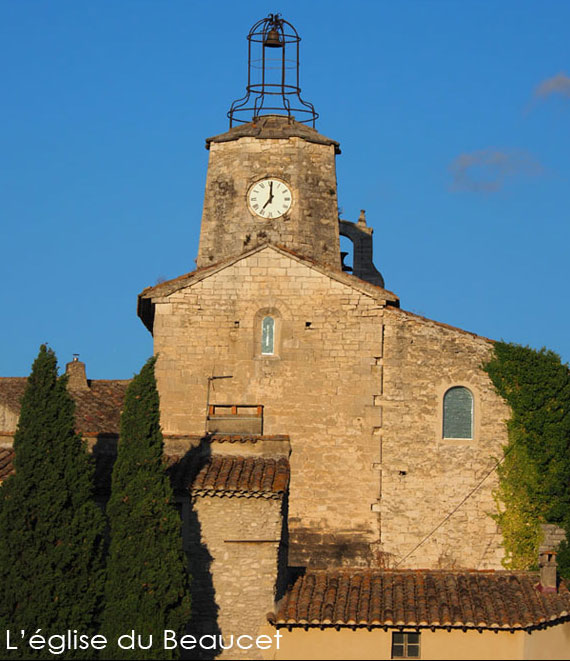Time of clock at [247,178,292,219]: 7:00
